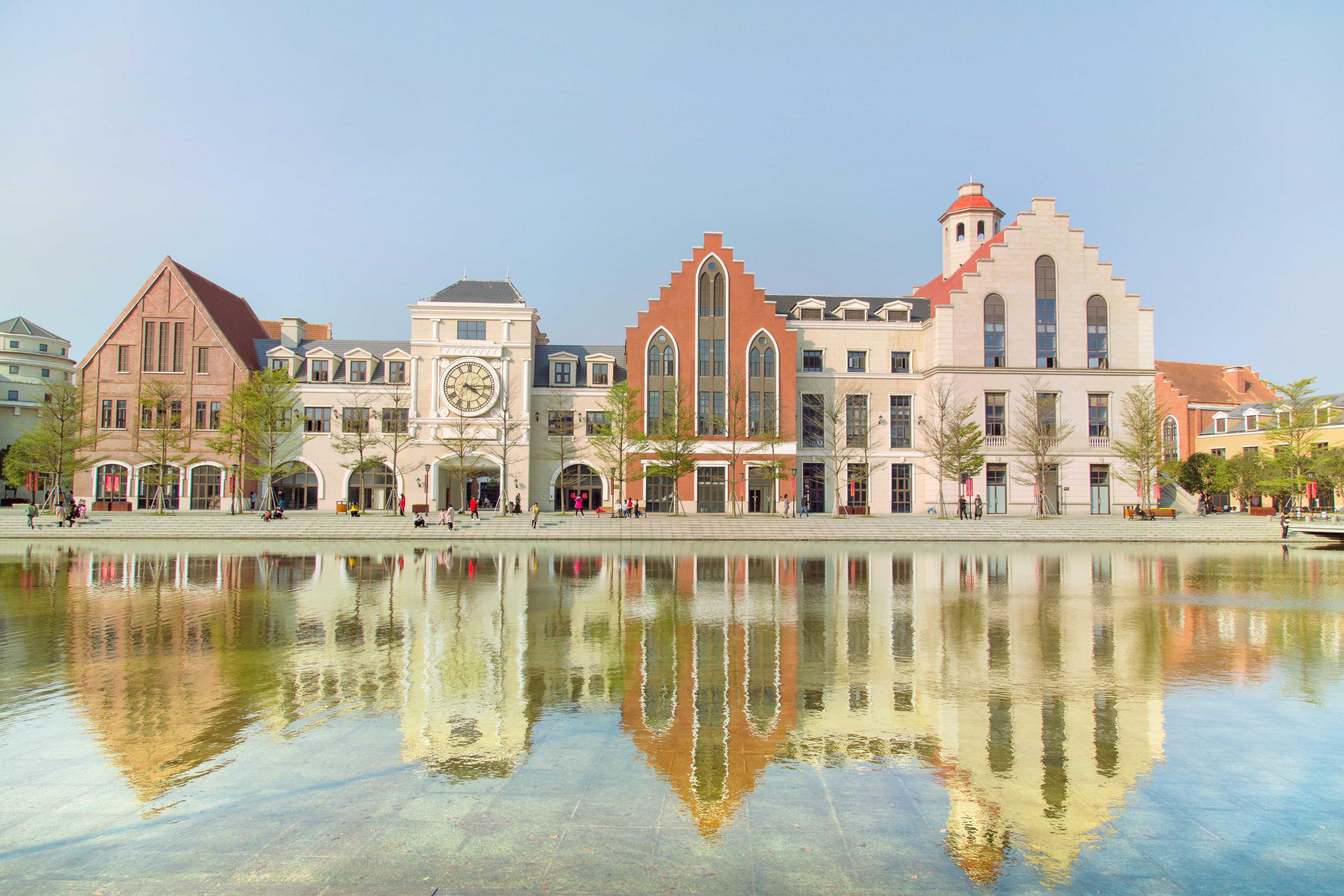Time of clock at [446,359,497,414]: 4:14
